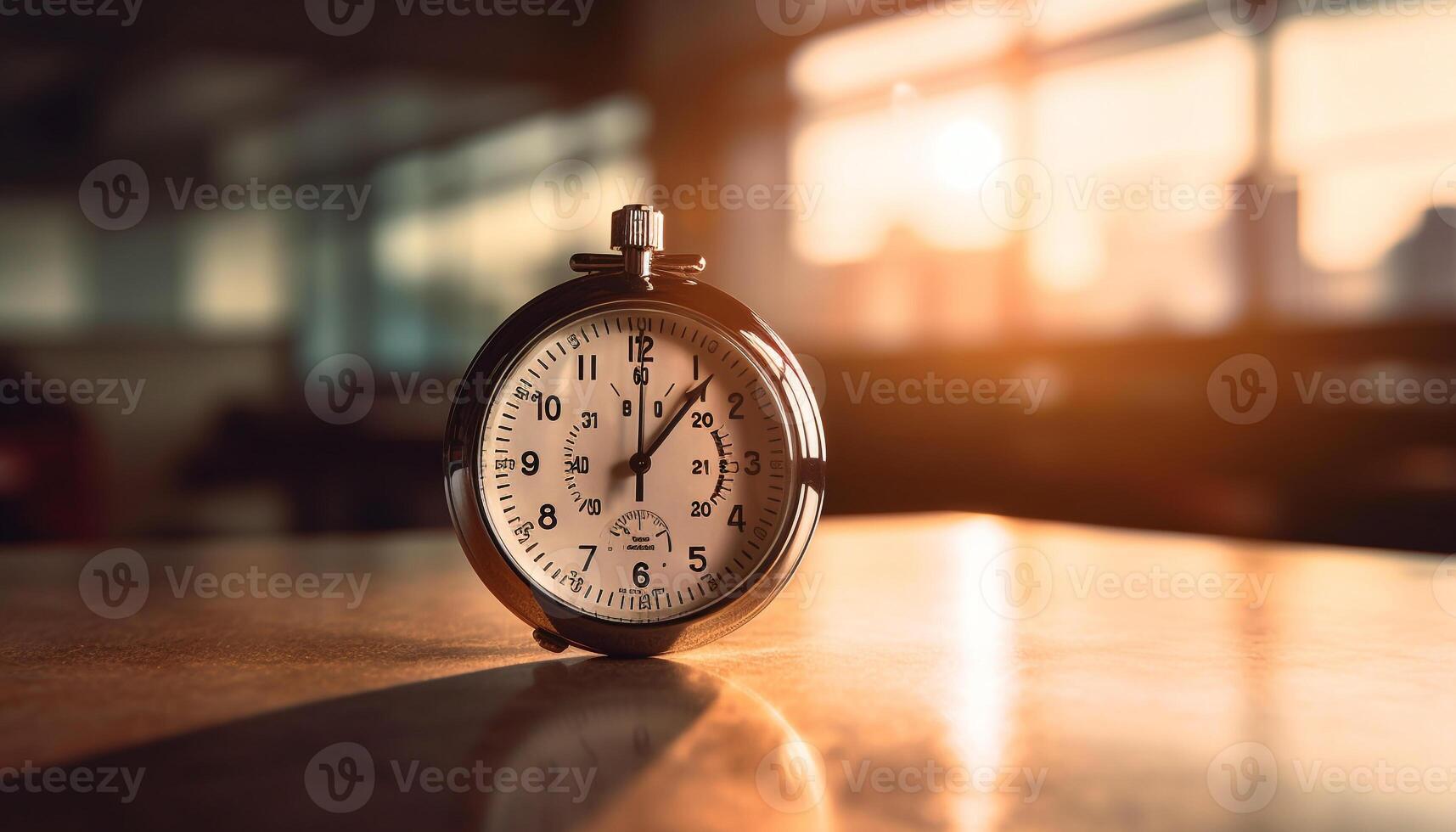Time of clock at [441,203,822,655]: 12:07
